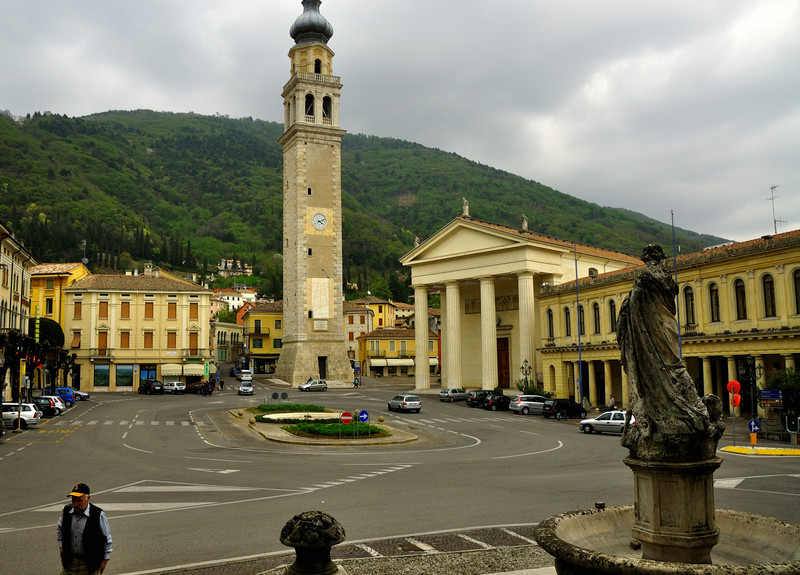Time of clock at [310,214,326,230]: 4:10
